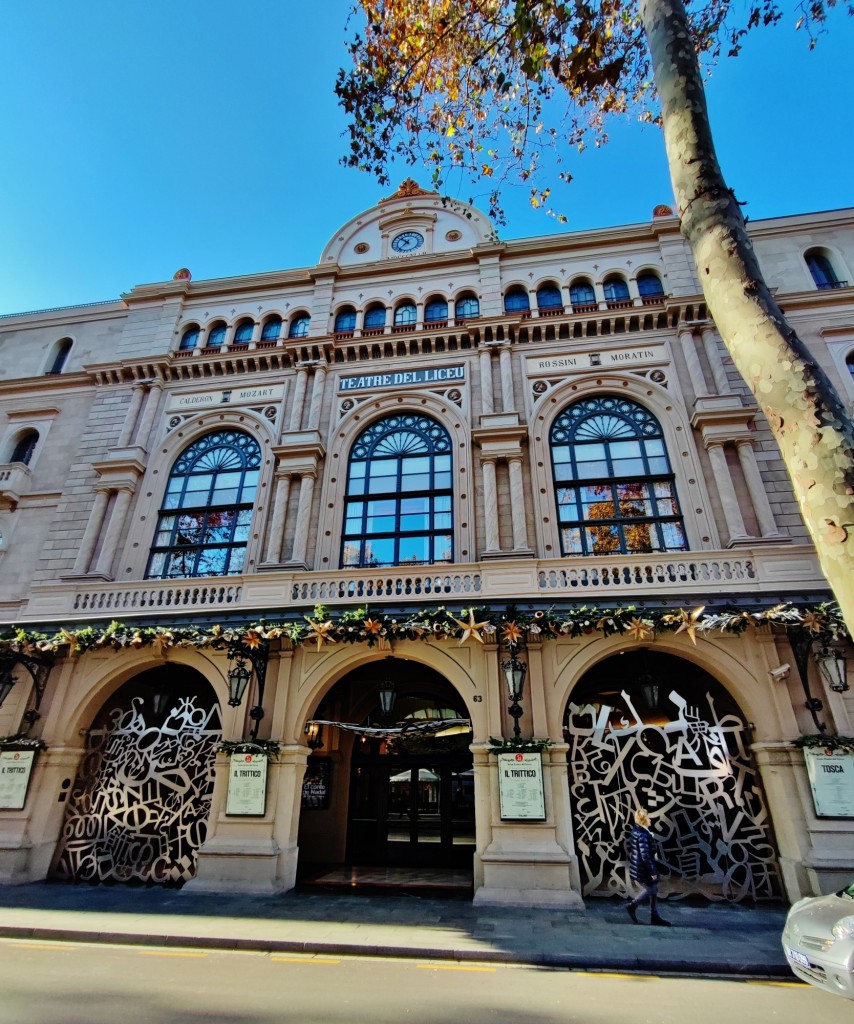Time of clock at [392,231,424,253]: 10:36
